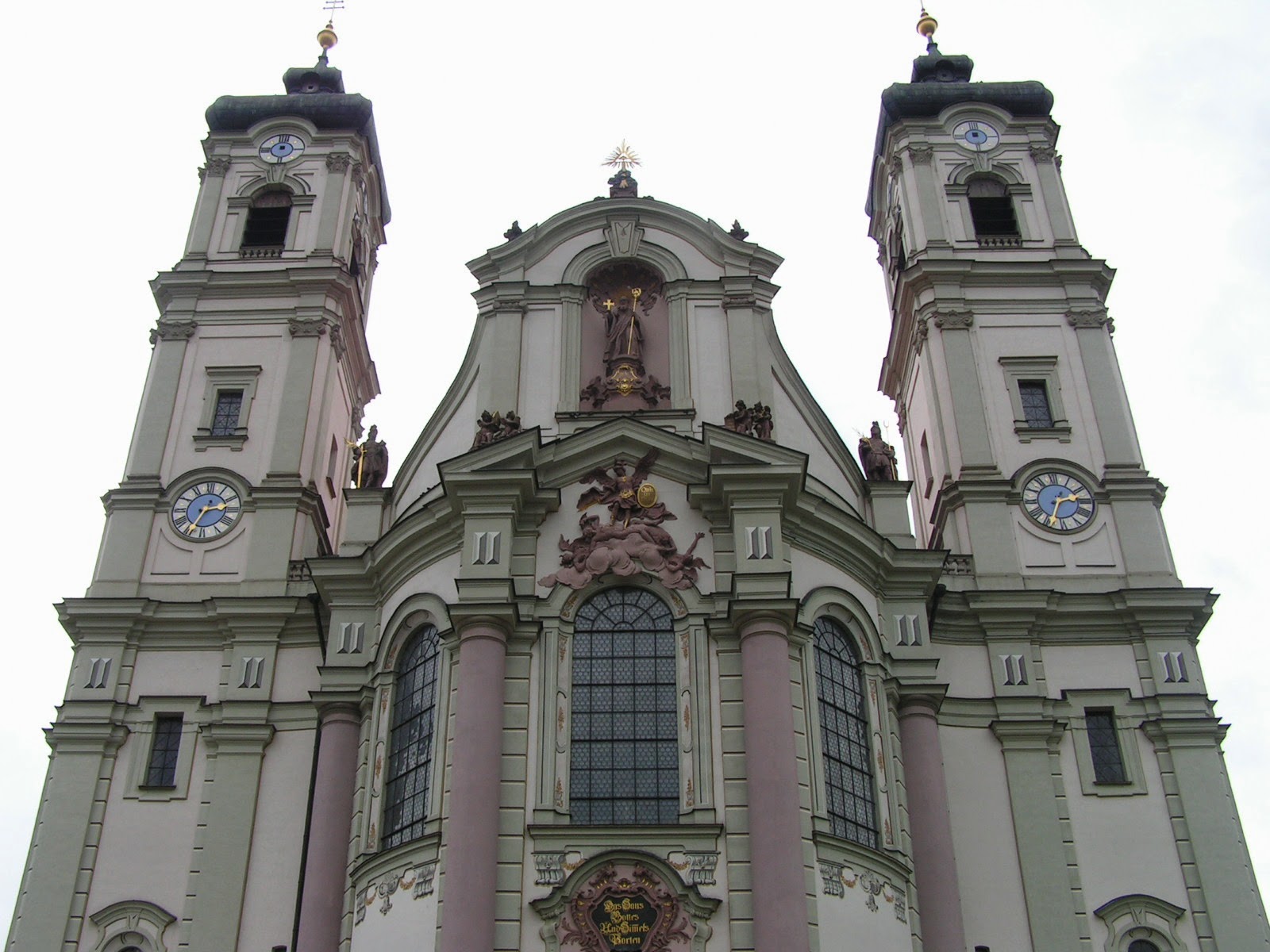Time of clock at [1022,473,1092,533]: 2:33
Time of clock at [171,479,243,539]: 2:34
